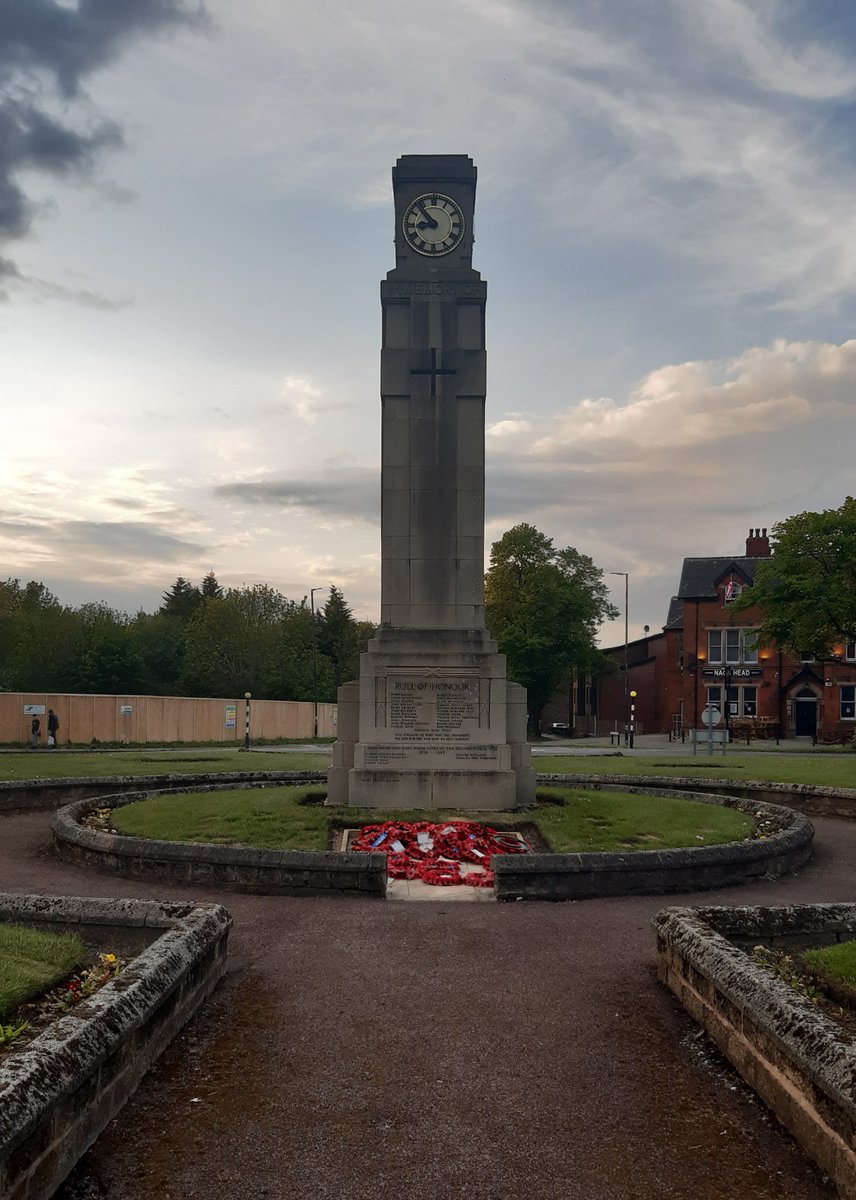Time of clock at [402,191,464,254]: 8:53
